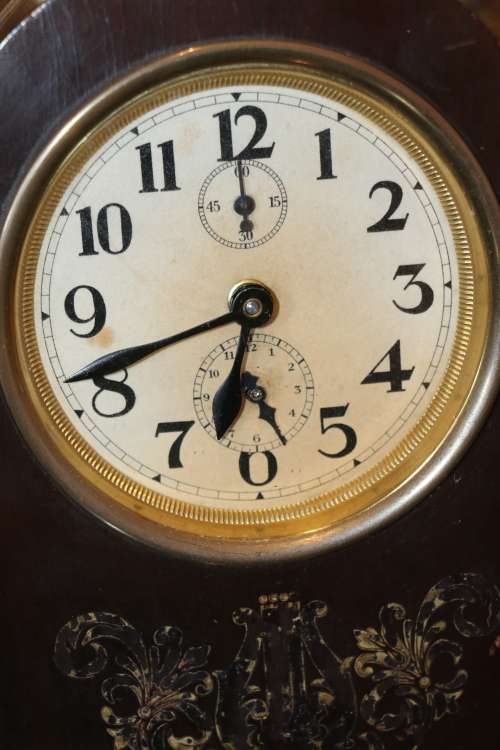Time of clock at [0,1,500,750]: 6:41
